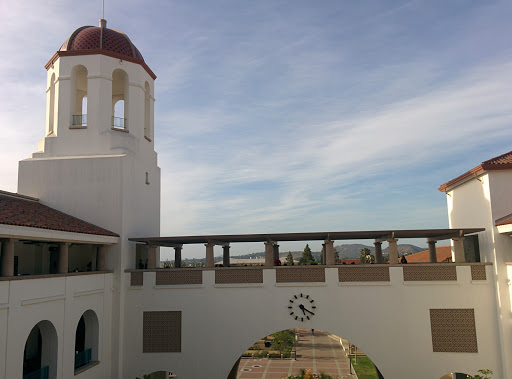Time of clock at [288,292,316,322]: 5:20
